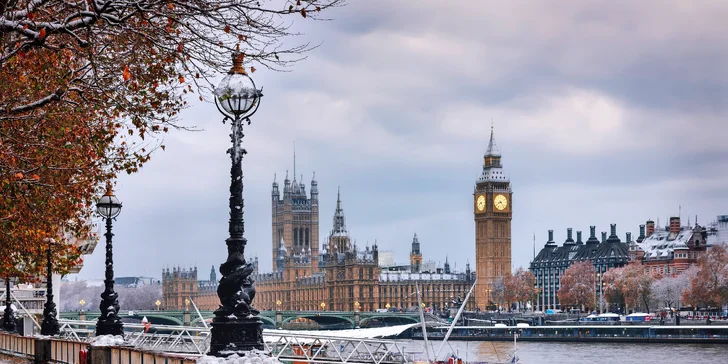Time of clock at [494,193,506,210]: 8:23
